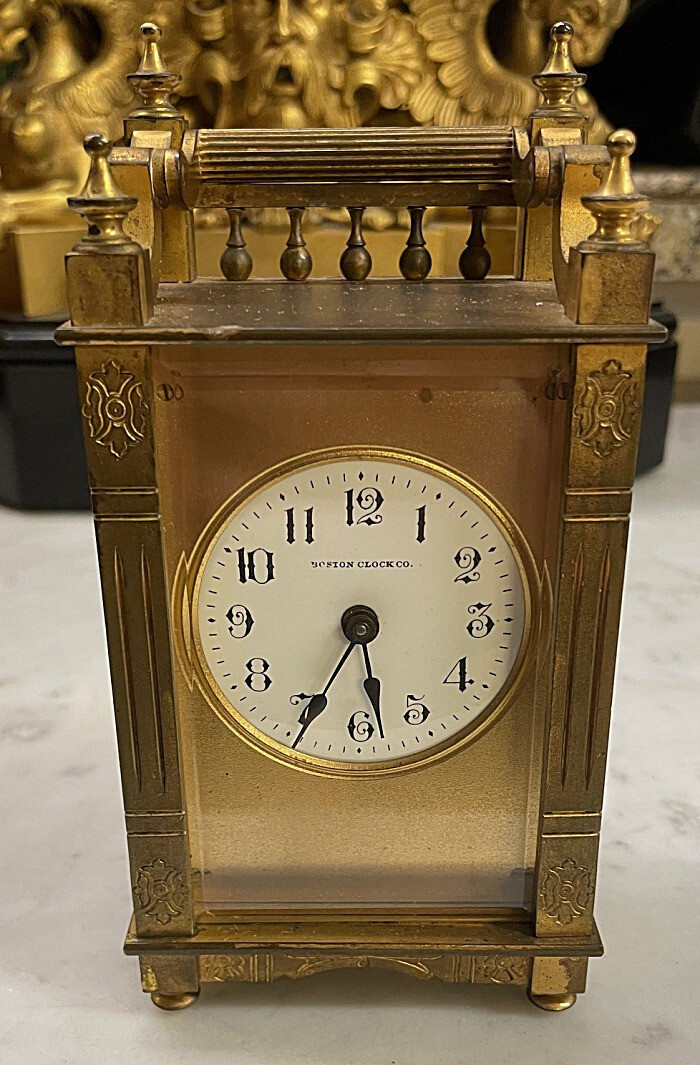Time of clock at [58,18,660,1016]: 5:34
